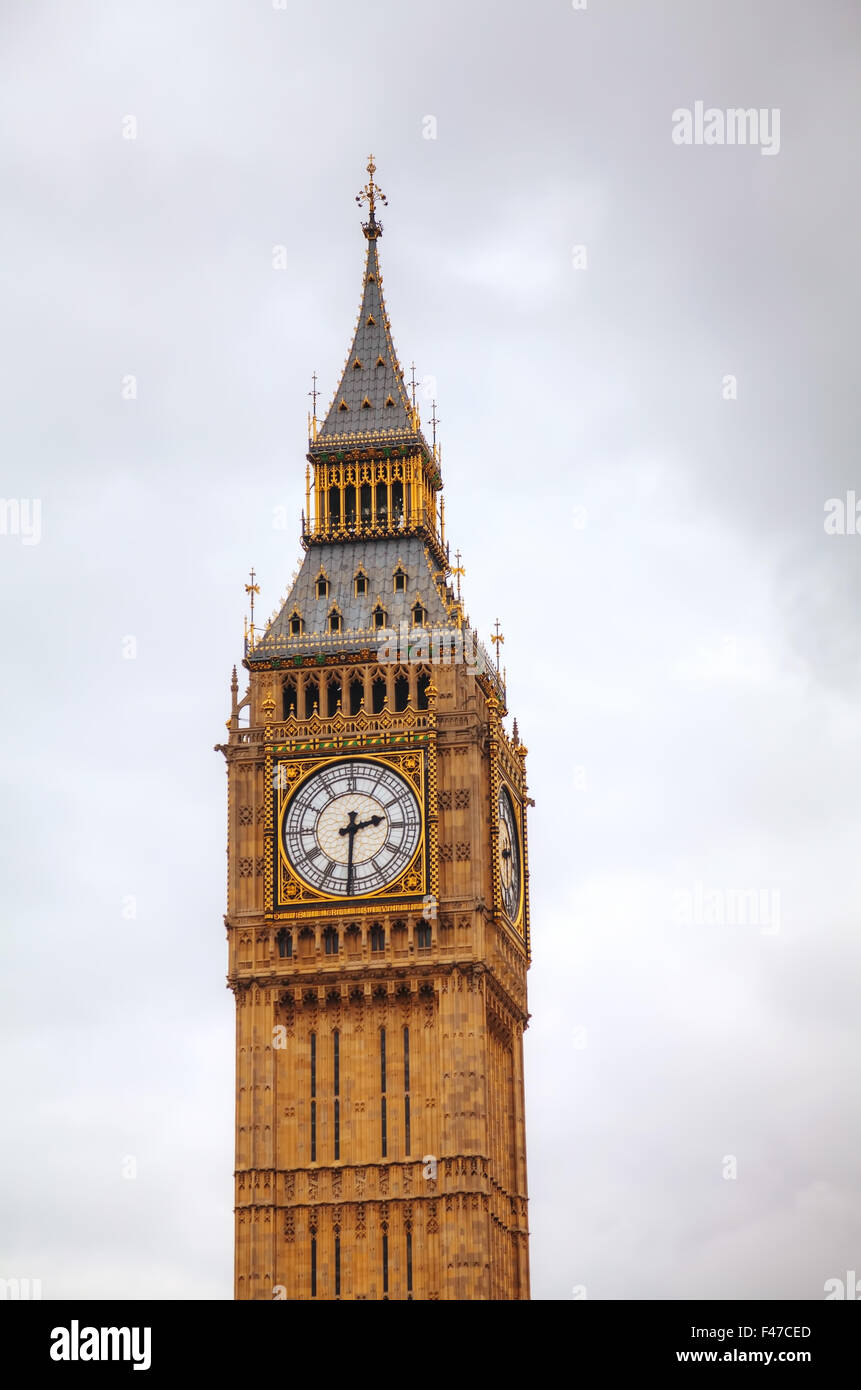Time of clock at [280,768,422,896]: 2:30
